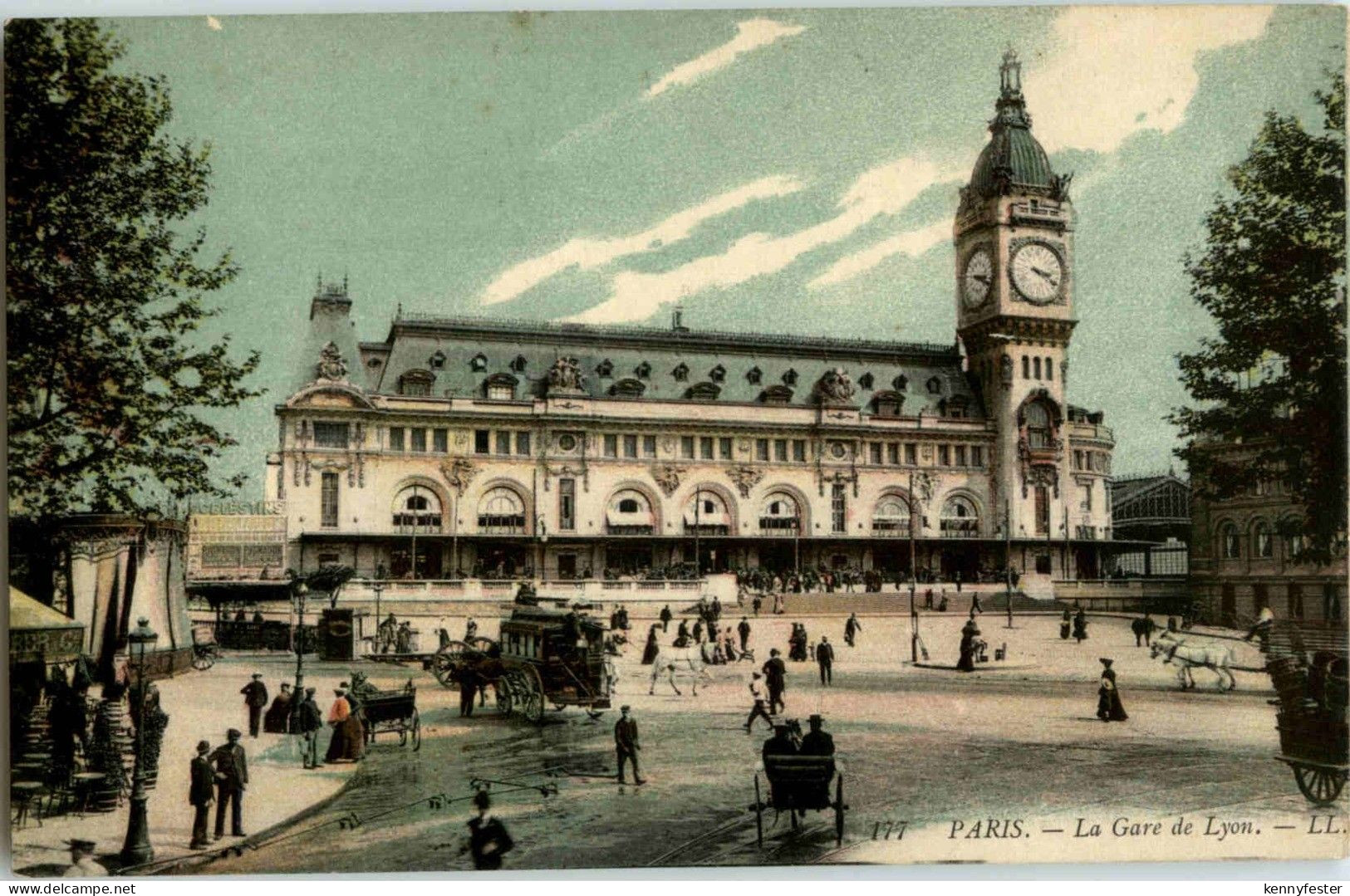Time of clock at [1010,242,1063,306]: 3:20
